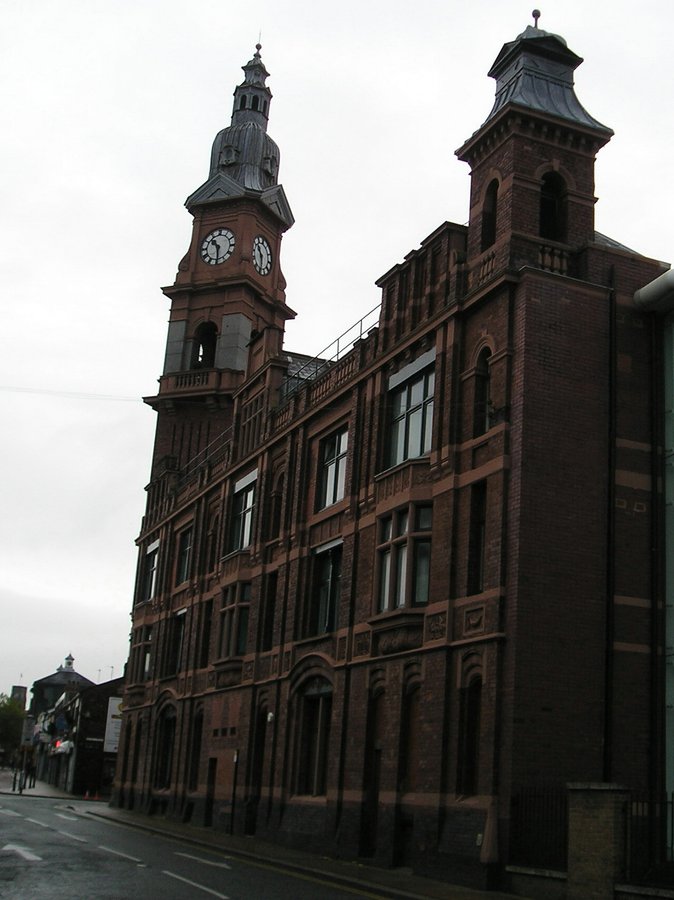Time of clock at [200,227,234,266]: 10:29
